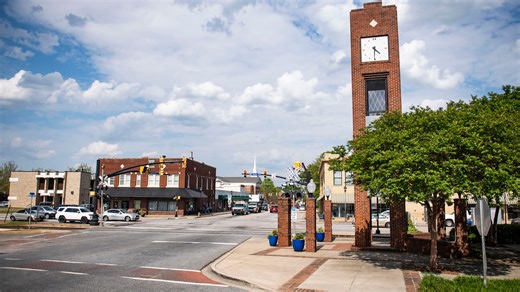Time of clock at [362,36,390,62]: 4:30
